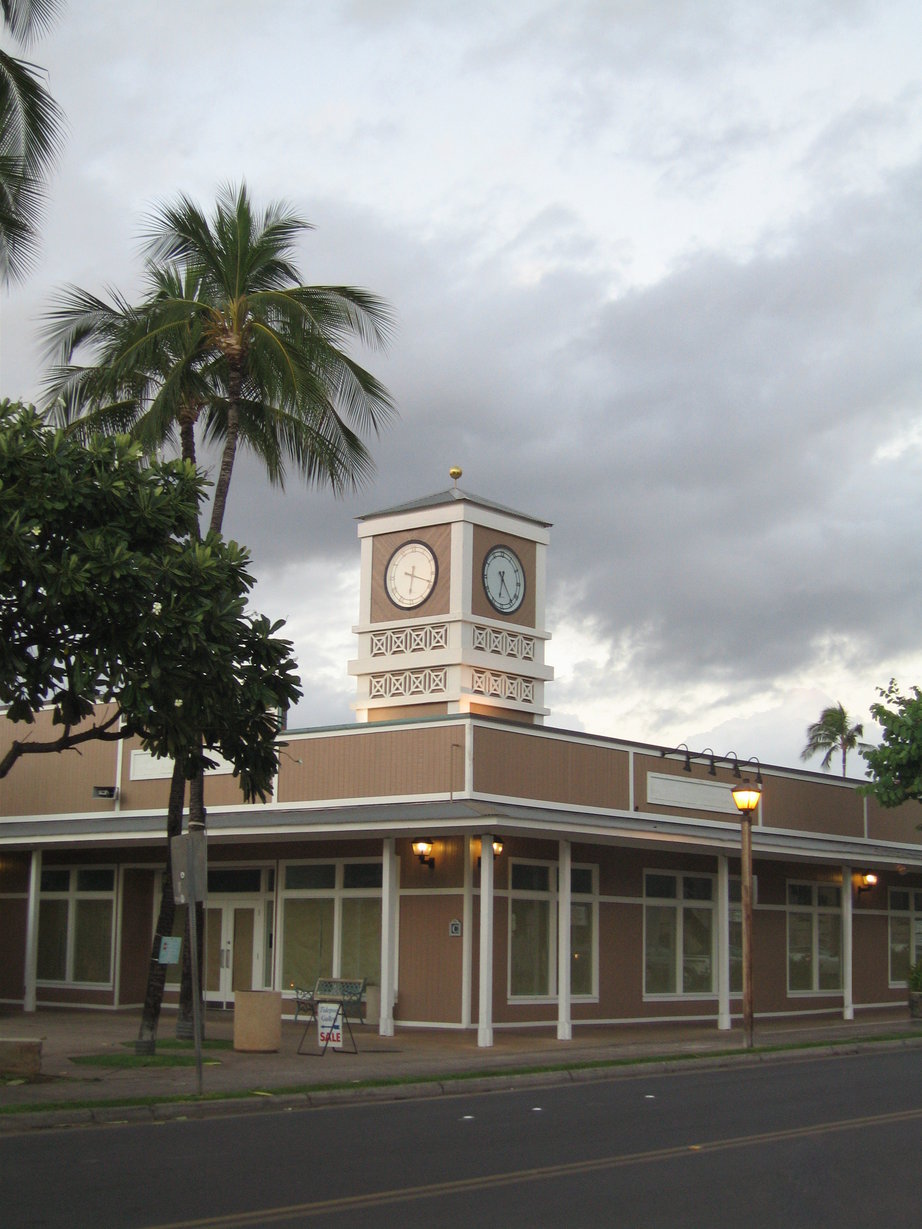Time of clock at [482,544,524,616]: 6:23
